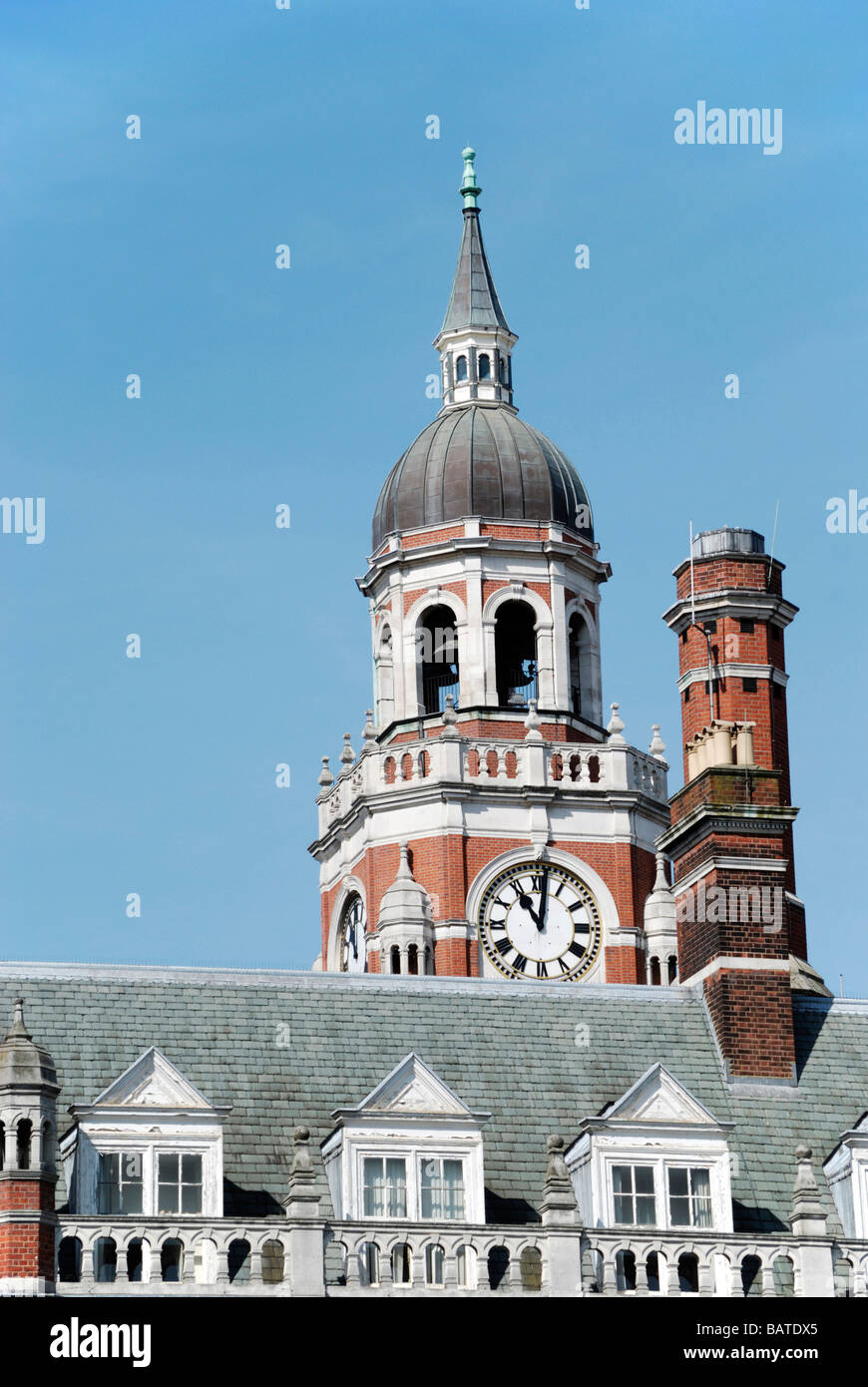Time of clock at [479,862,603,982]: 11:01
